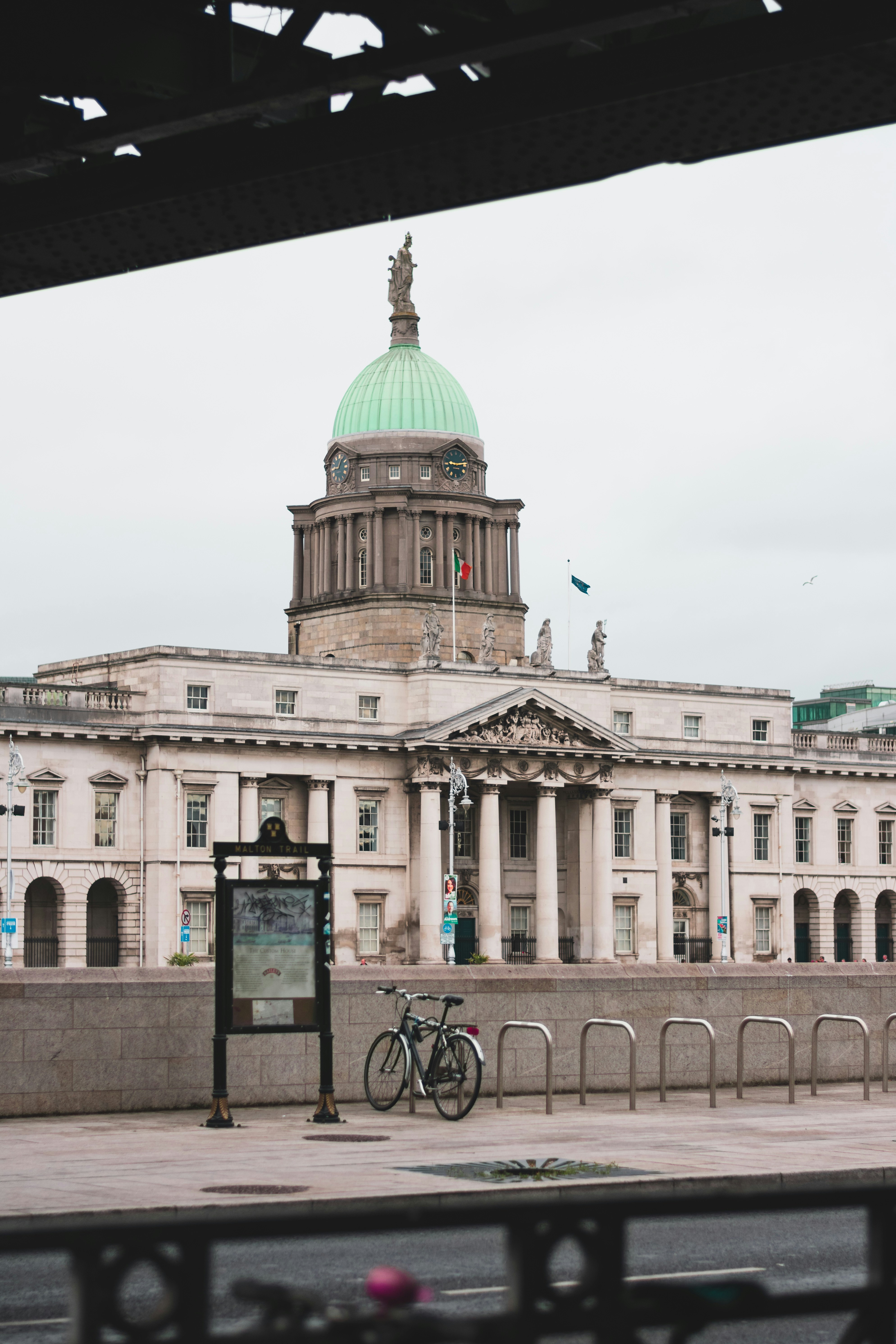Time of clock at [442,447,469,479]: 9:13
